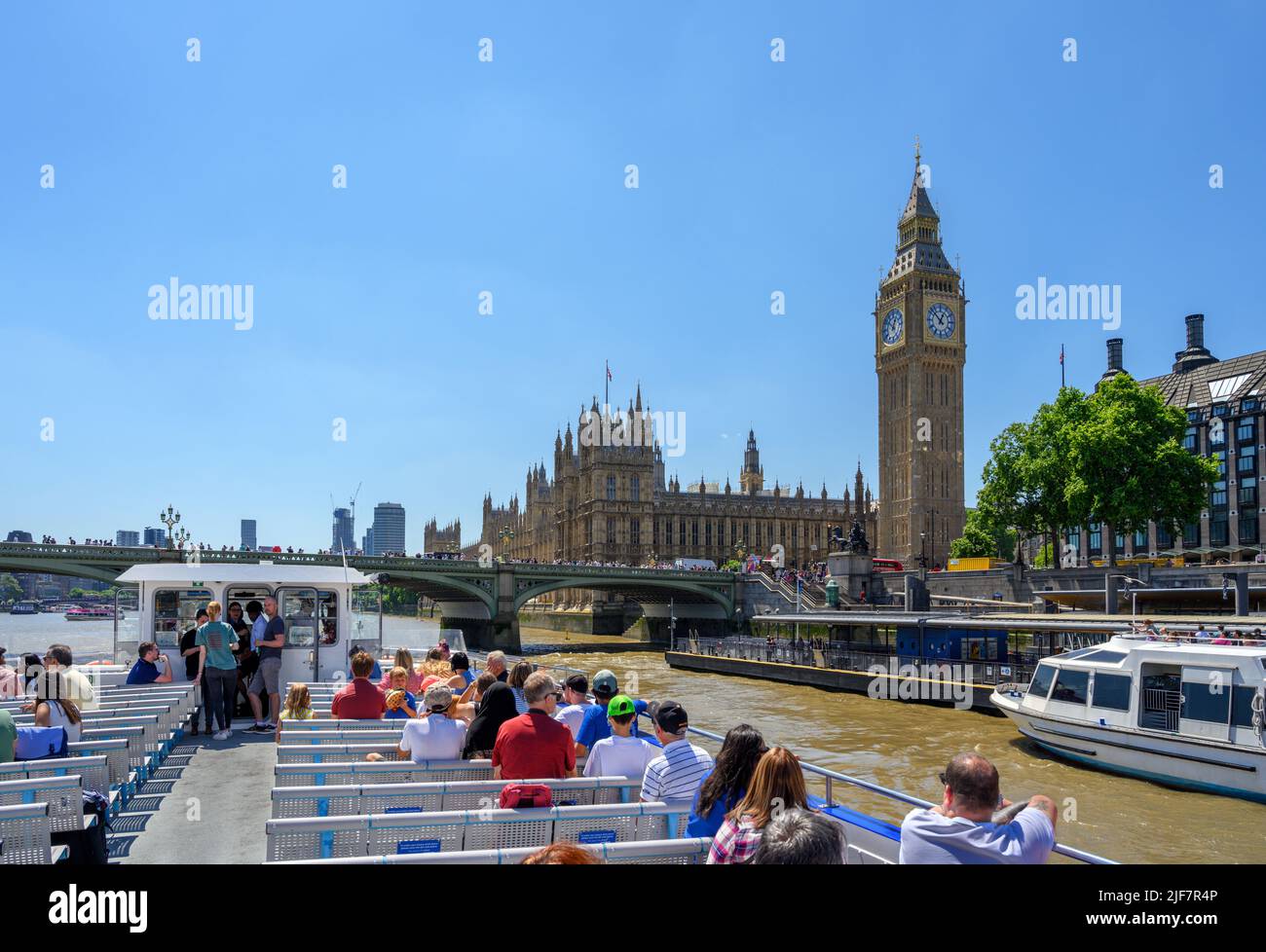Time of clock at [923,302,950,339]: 12:52
